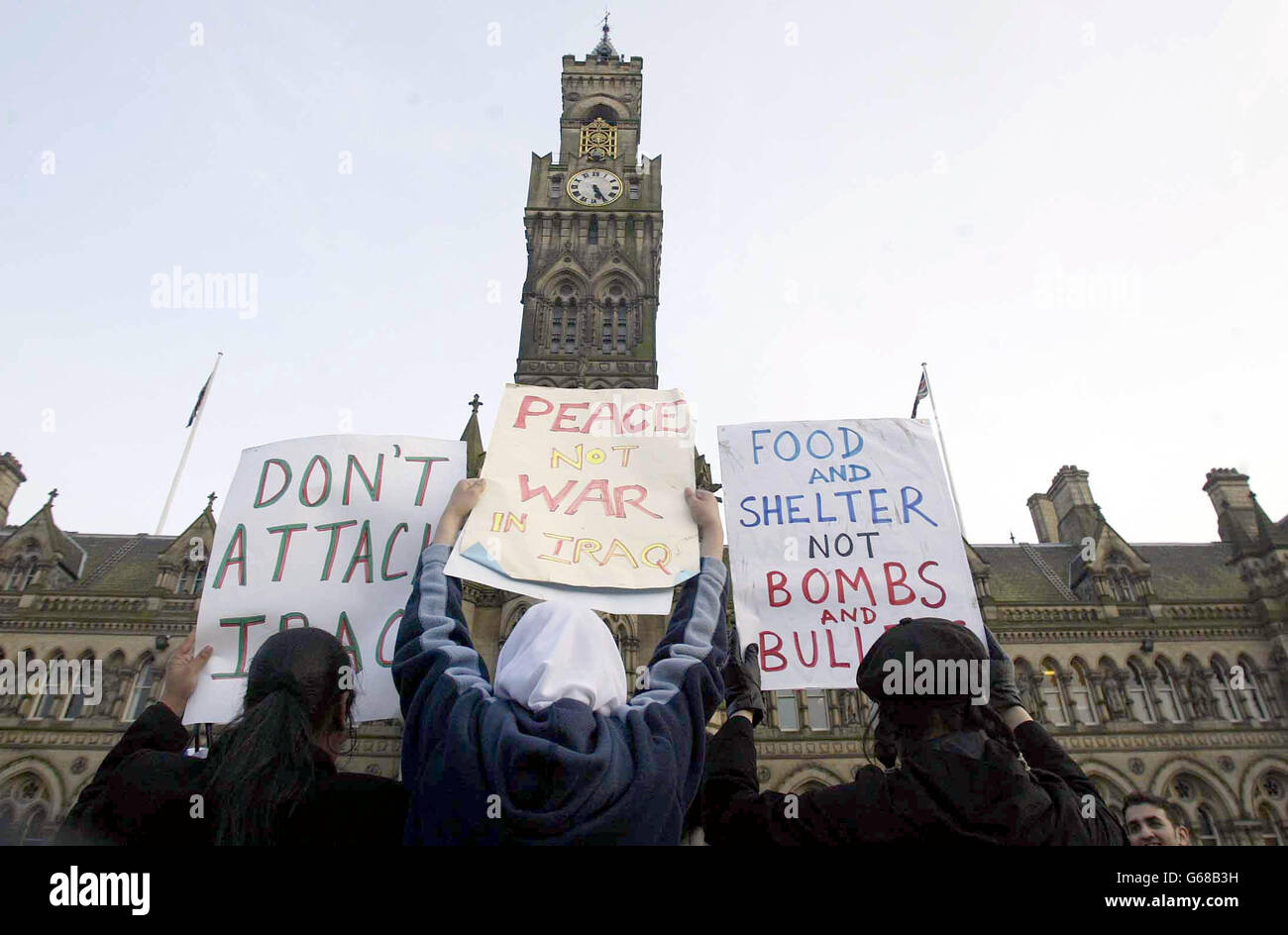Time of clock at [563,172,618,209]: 5:24
